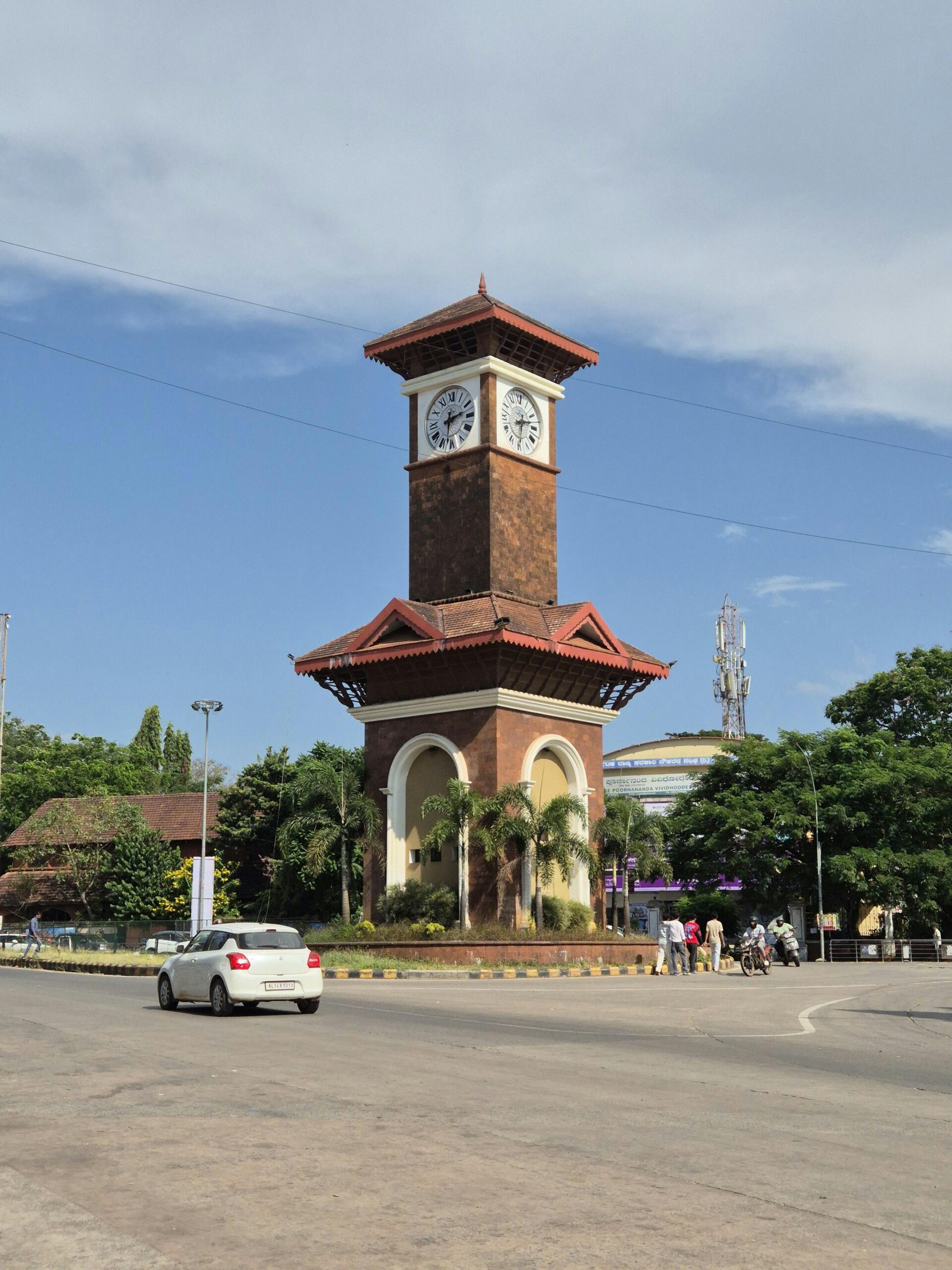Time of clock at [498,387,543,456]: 2:29
